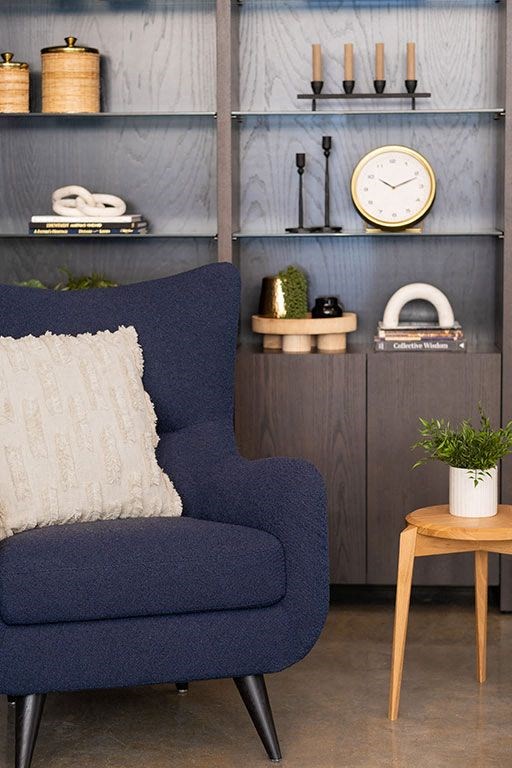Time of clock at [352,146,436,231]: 10:11
